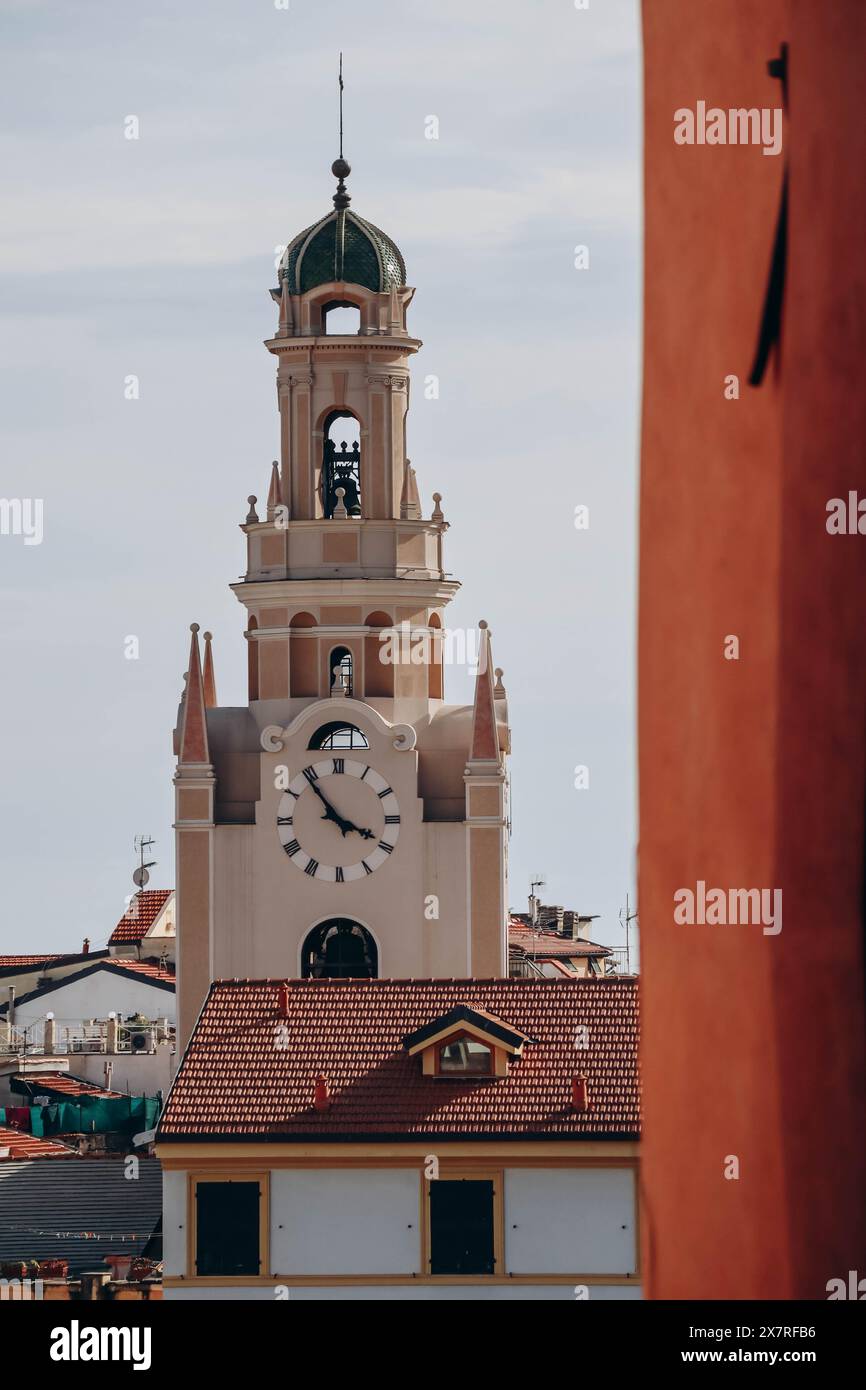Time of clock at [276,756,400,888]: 3:53
